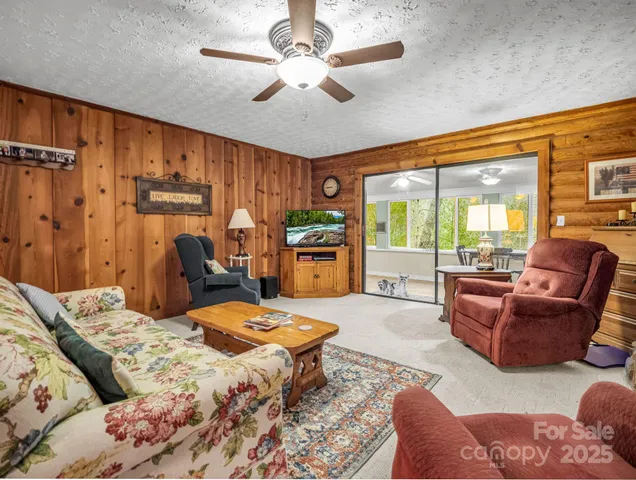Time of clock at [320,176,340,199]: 8:45
